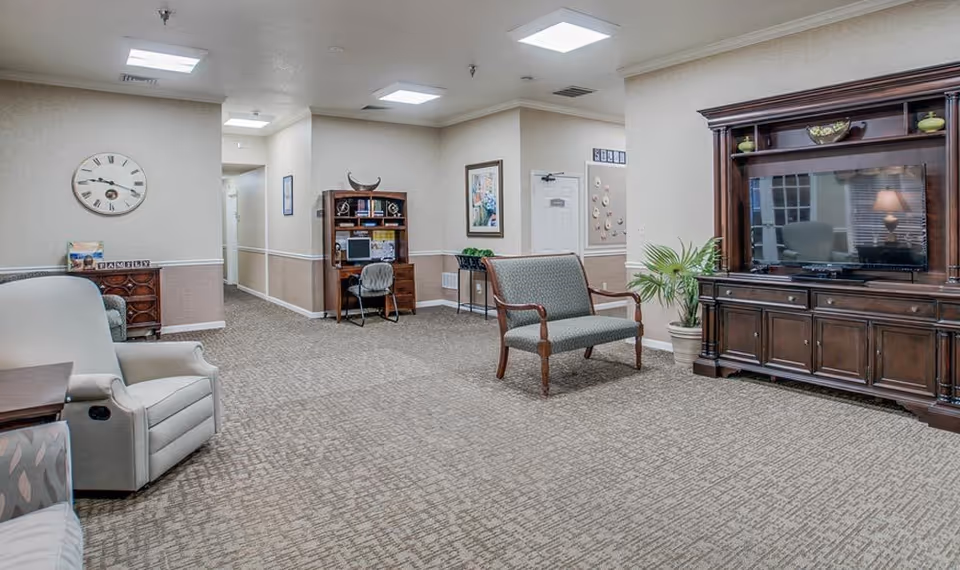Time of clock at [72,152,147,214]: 9:18
